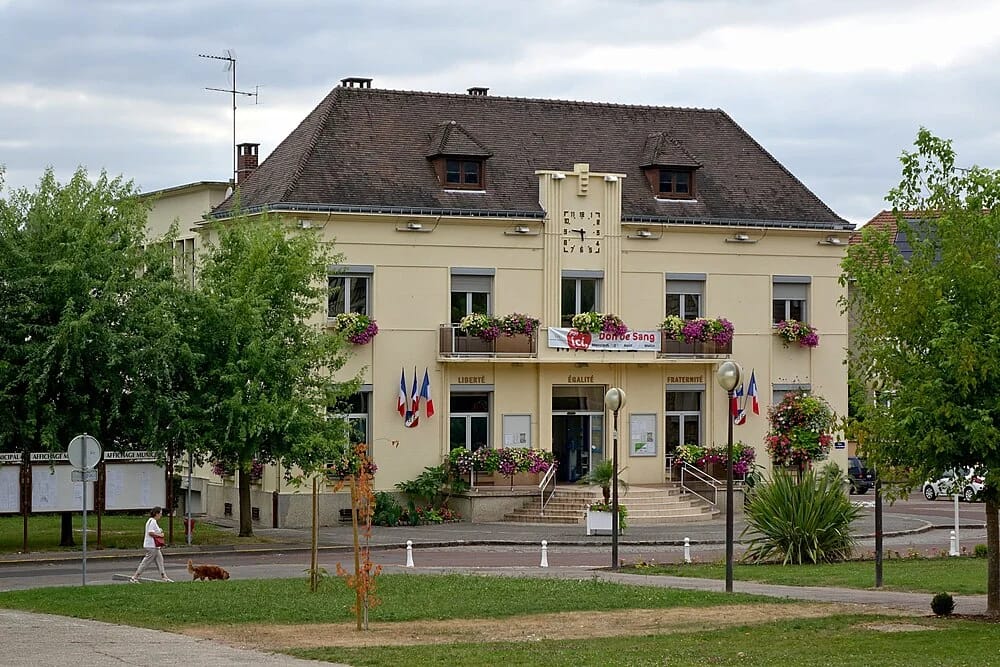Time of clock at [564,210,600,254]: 5:46
